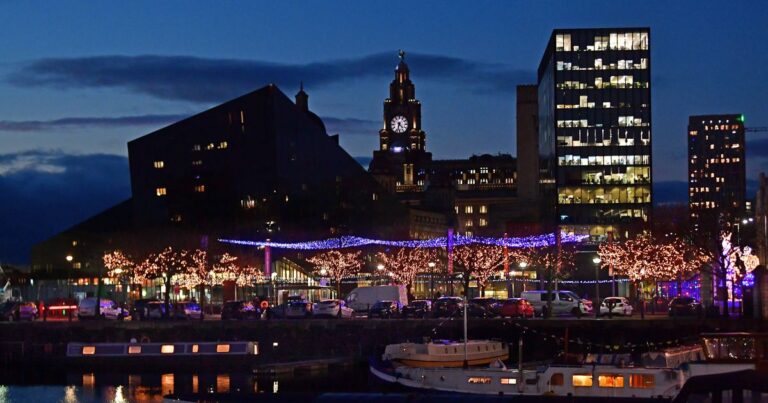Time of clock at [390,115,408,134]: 4:32
